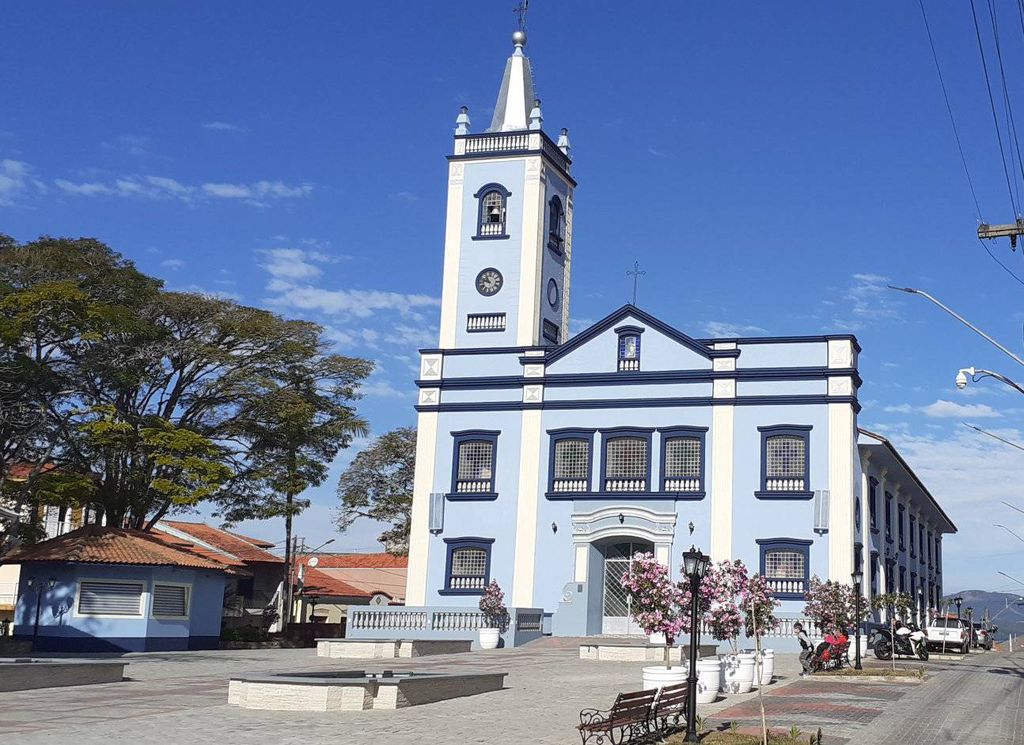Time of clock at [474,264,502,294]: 10:48
